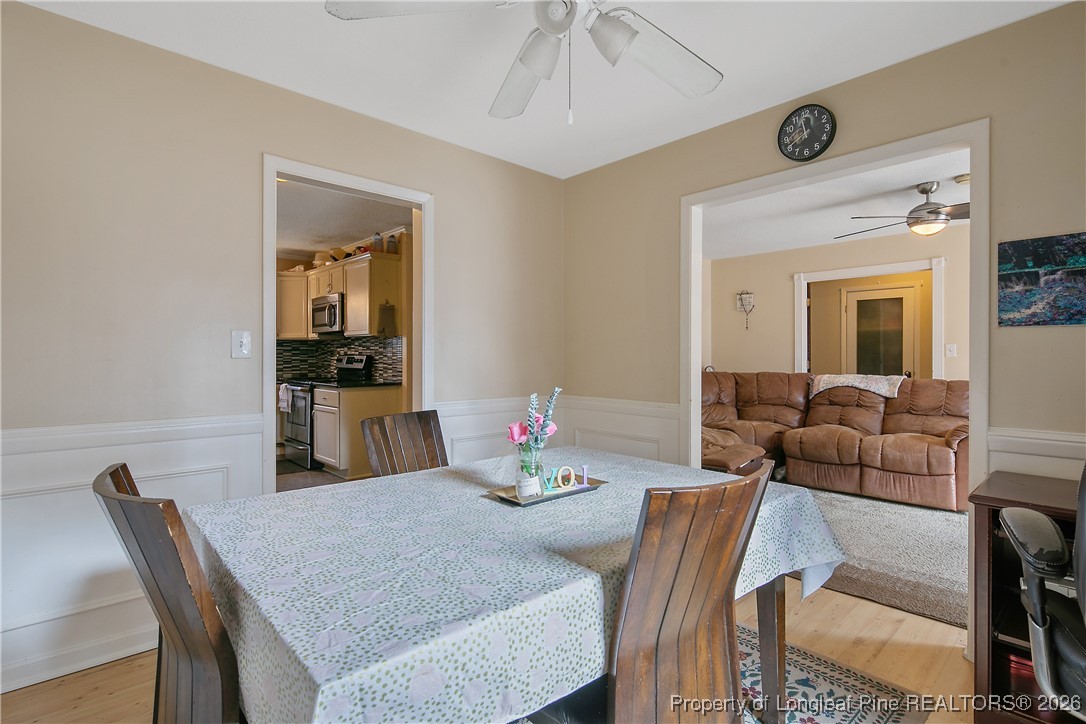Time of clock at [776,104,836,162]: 11:40
